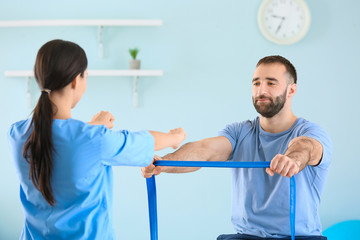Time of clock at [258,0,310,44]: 9:34
